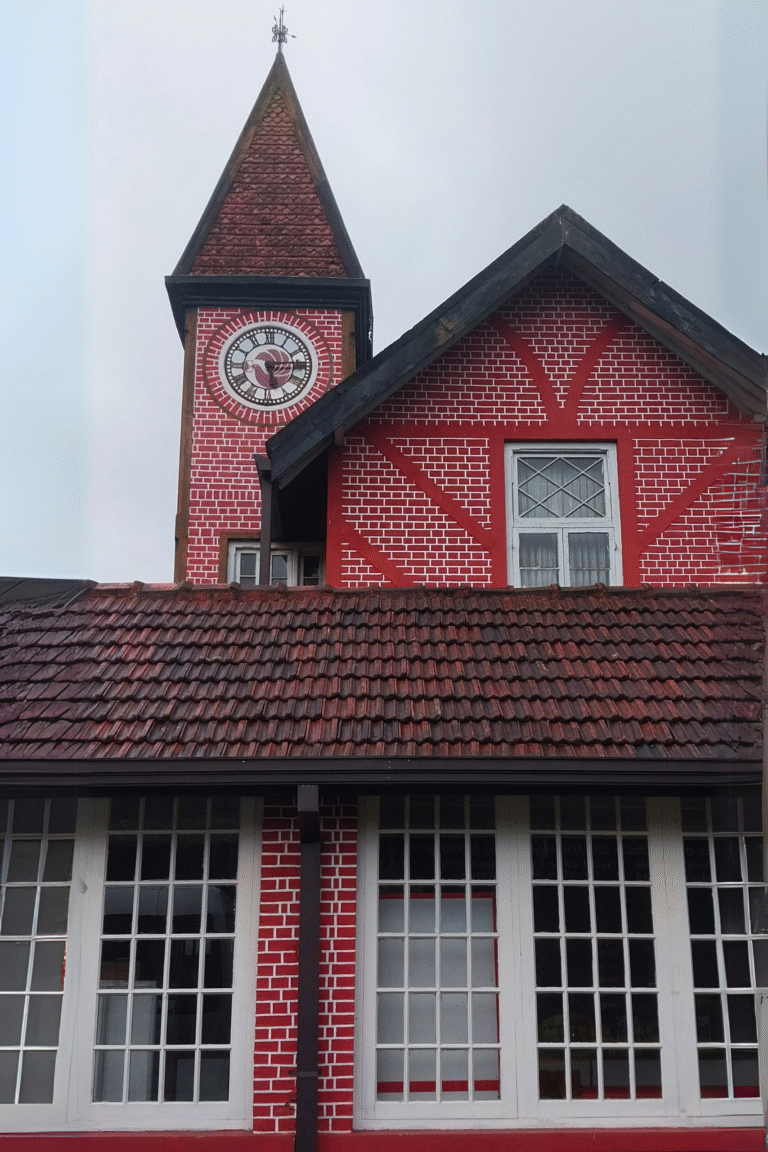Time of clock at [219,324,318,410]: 5:14
